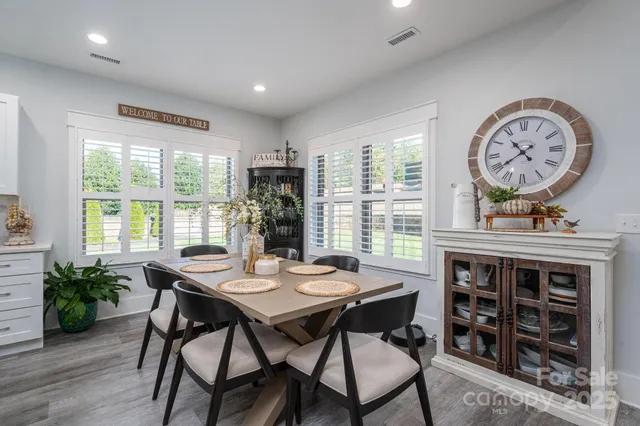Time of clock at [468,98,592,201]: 10:39
